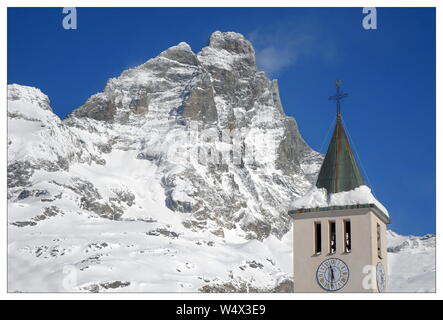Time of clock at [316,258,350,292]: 11:30
